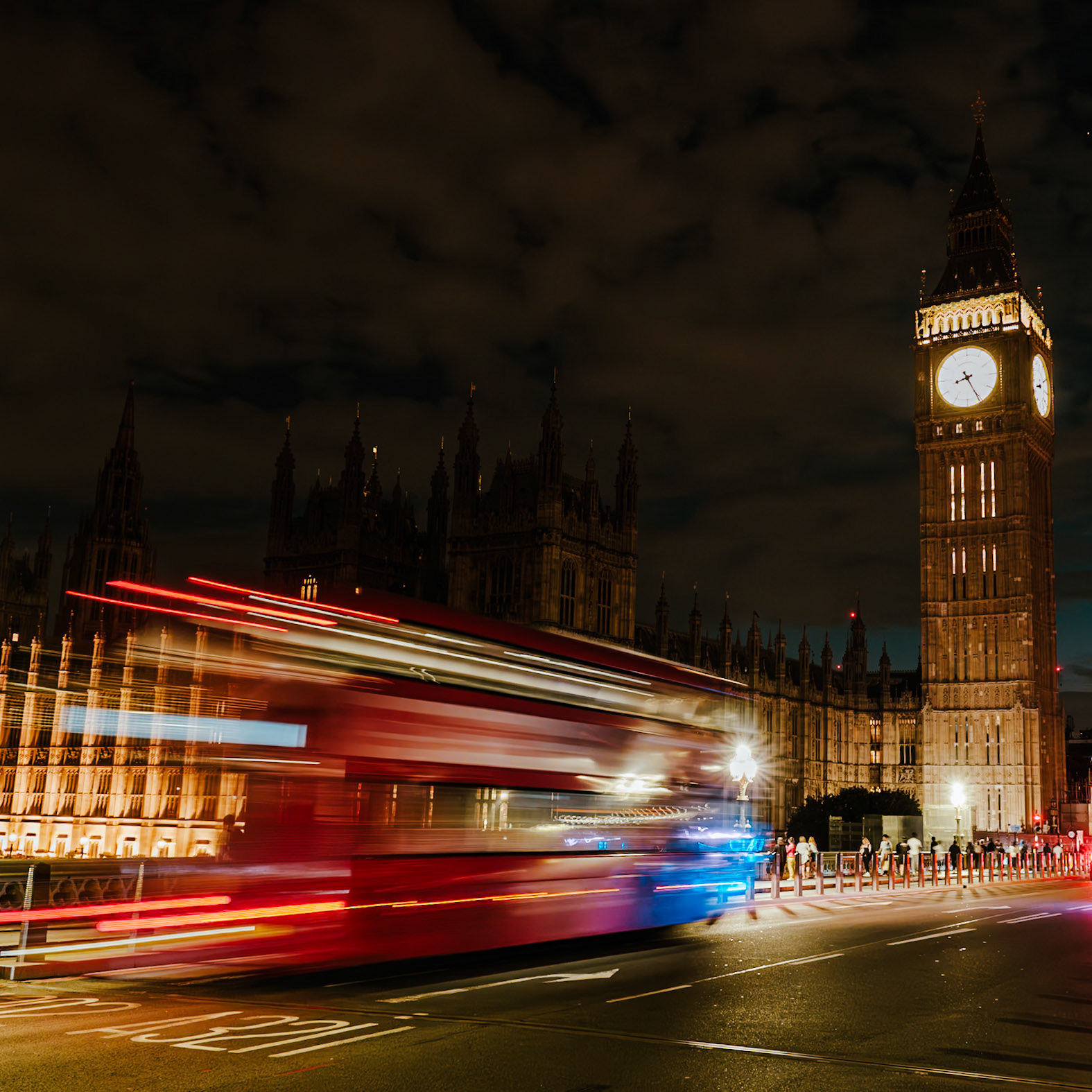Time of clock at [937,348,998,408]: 8:25
